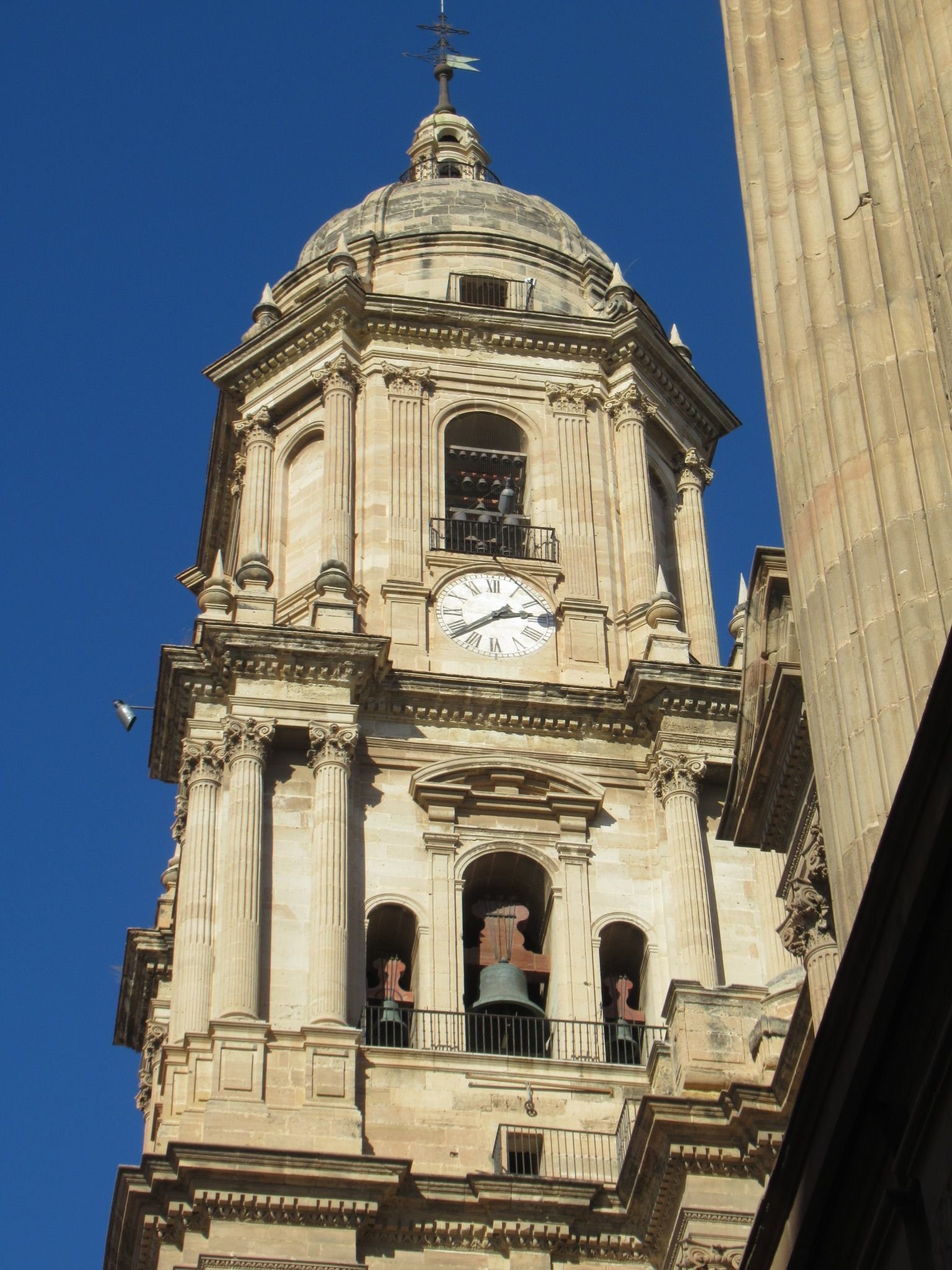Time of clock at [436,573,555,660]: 2:38
